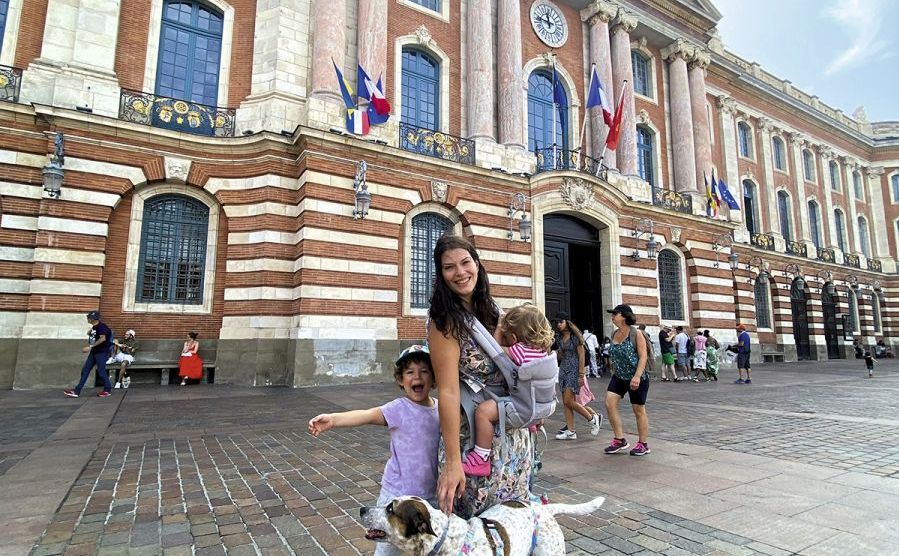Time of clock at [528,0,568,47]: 11:46
